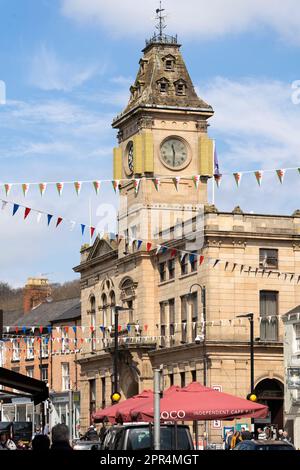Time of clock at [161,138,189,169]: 11:31
